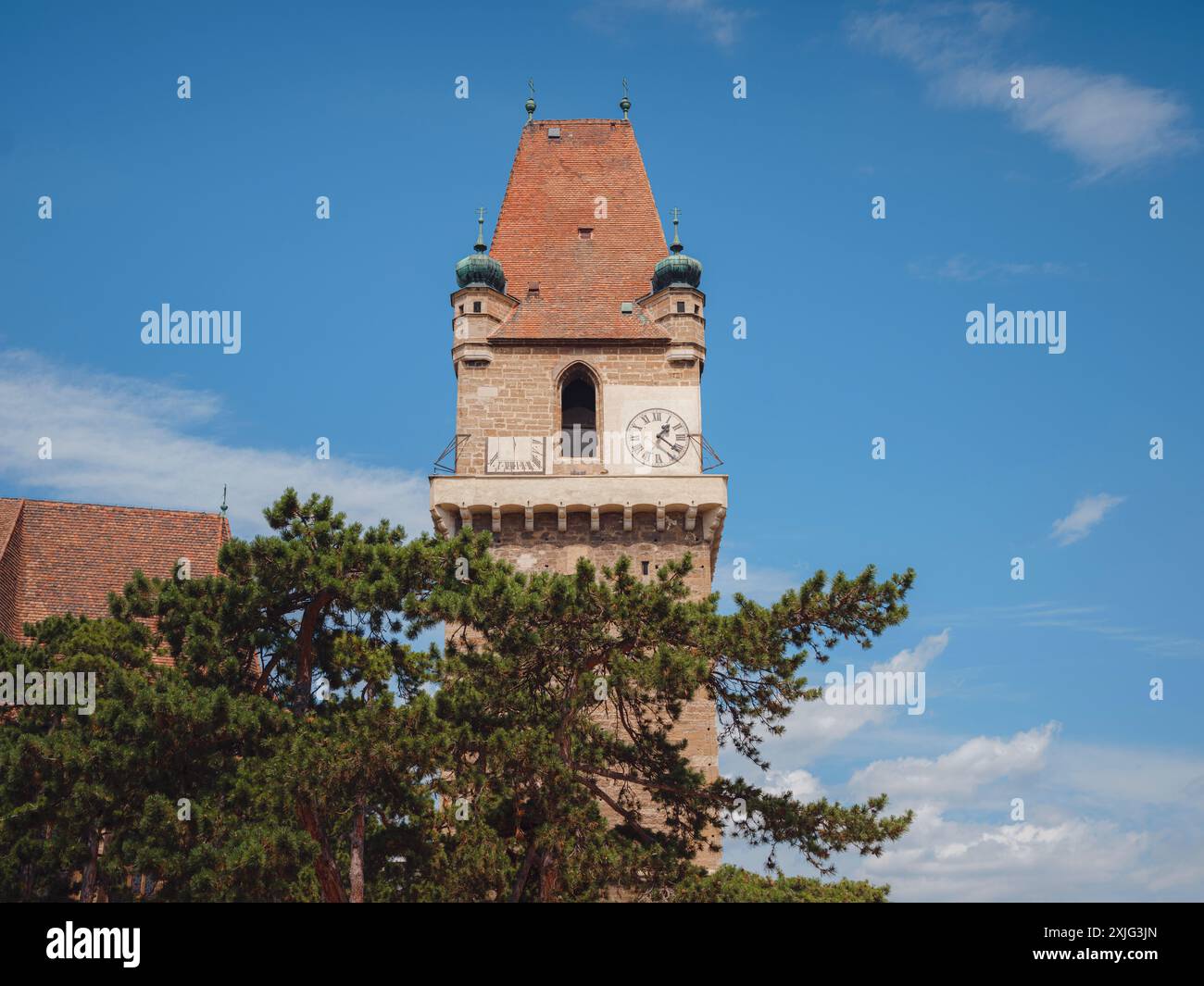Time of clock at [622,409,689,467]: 1:21
